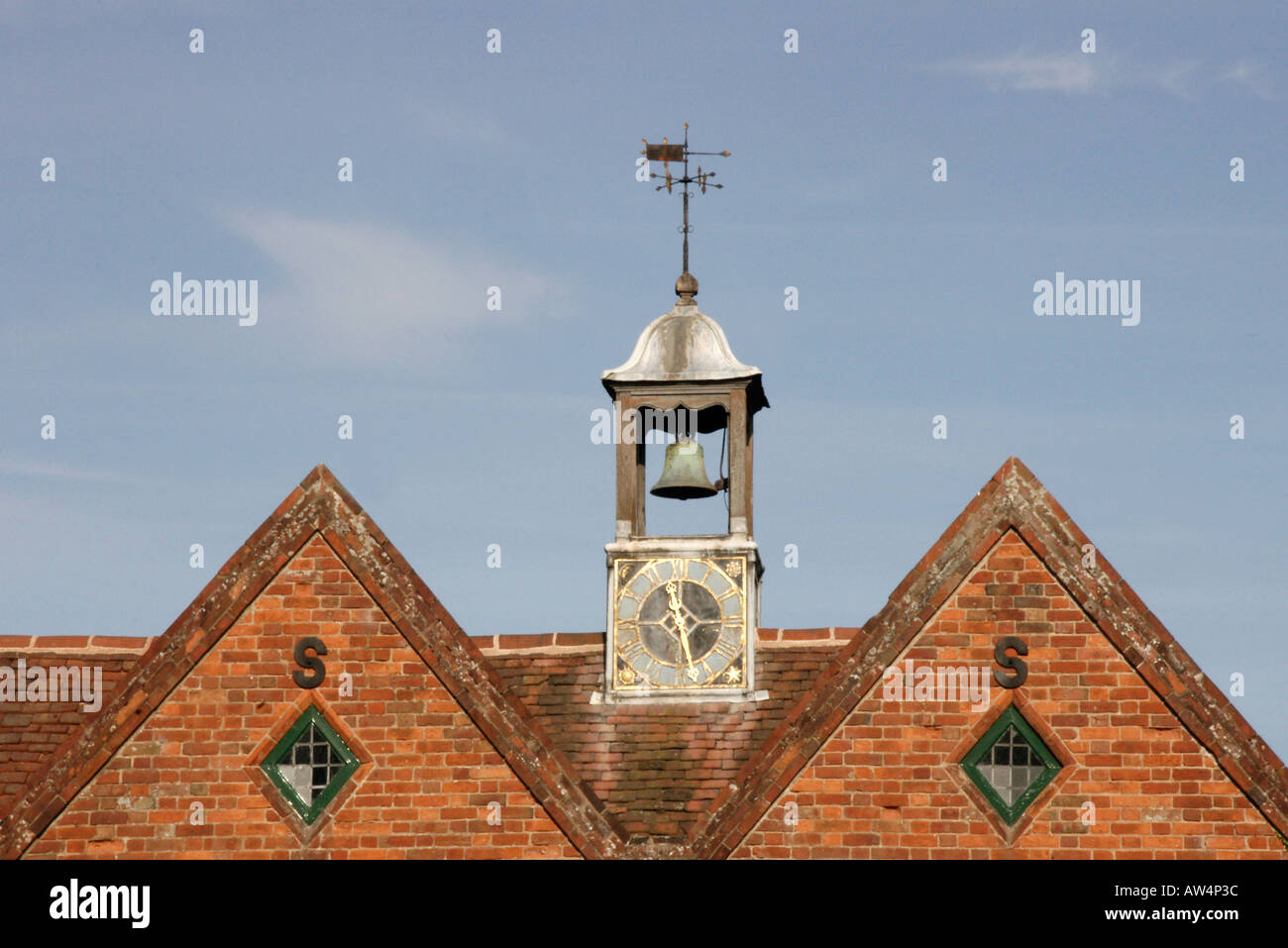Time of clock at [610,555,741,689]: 11:28
